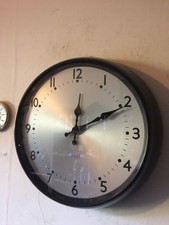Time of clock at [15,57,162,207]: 12:10
